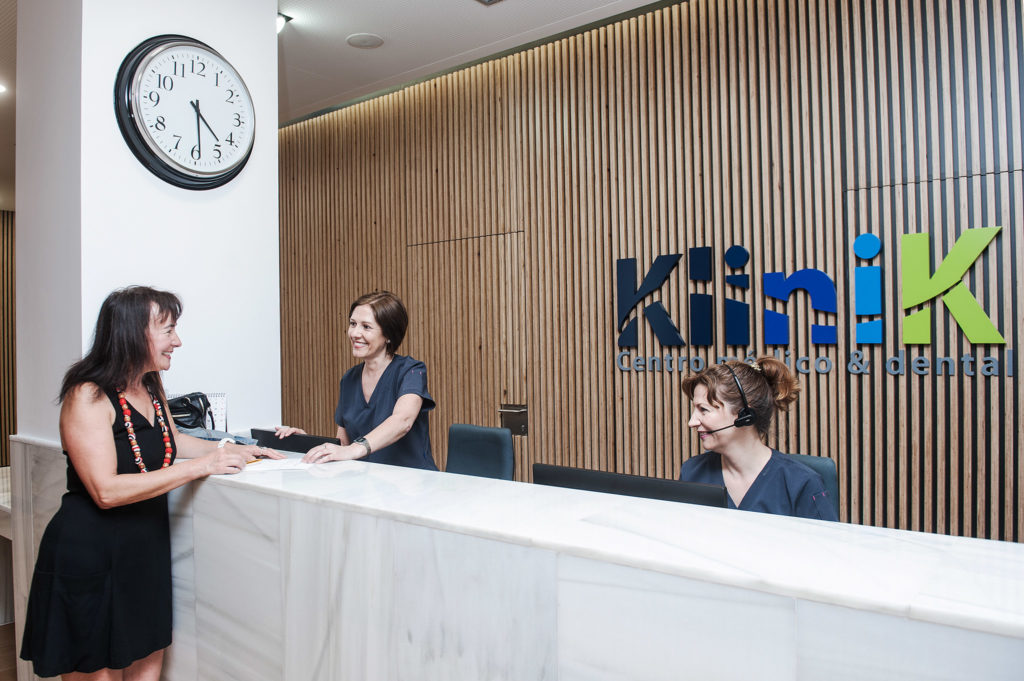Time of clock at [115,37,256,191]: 4:29
